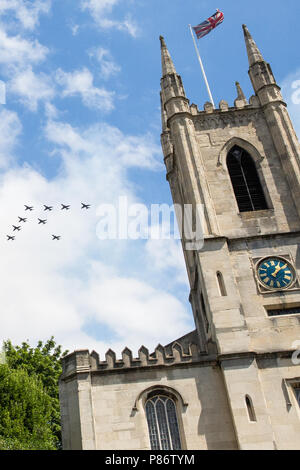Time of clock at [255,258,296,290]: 1:09
